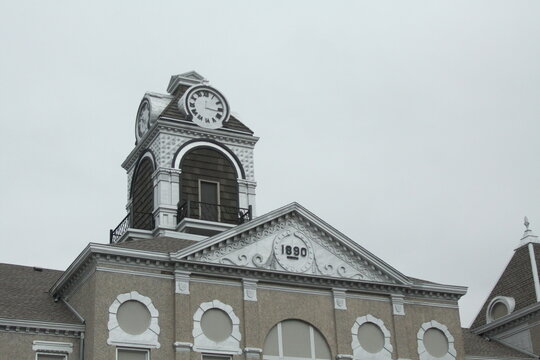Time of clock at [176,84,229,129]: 3:16
